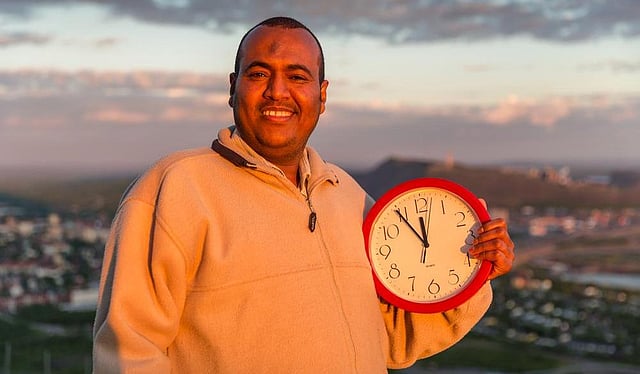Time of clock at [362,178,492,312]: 11:54
